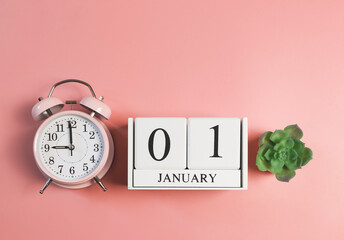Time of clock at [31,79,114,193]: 8:59
